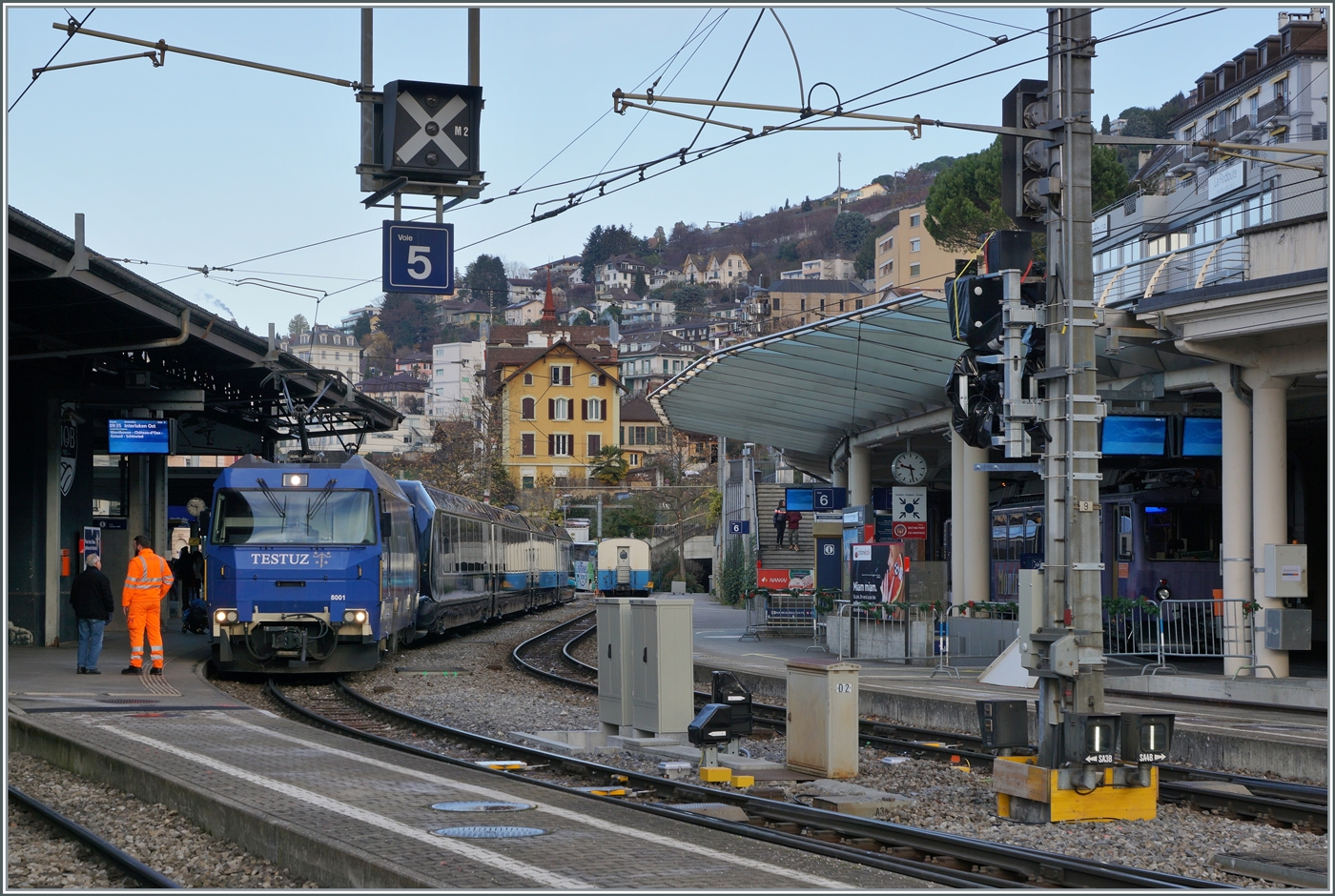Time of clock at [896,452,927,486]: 9:28
